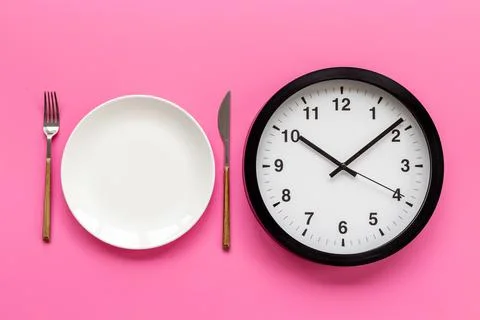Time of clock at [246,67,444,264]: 10:08
